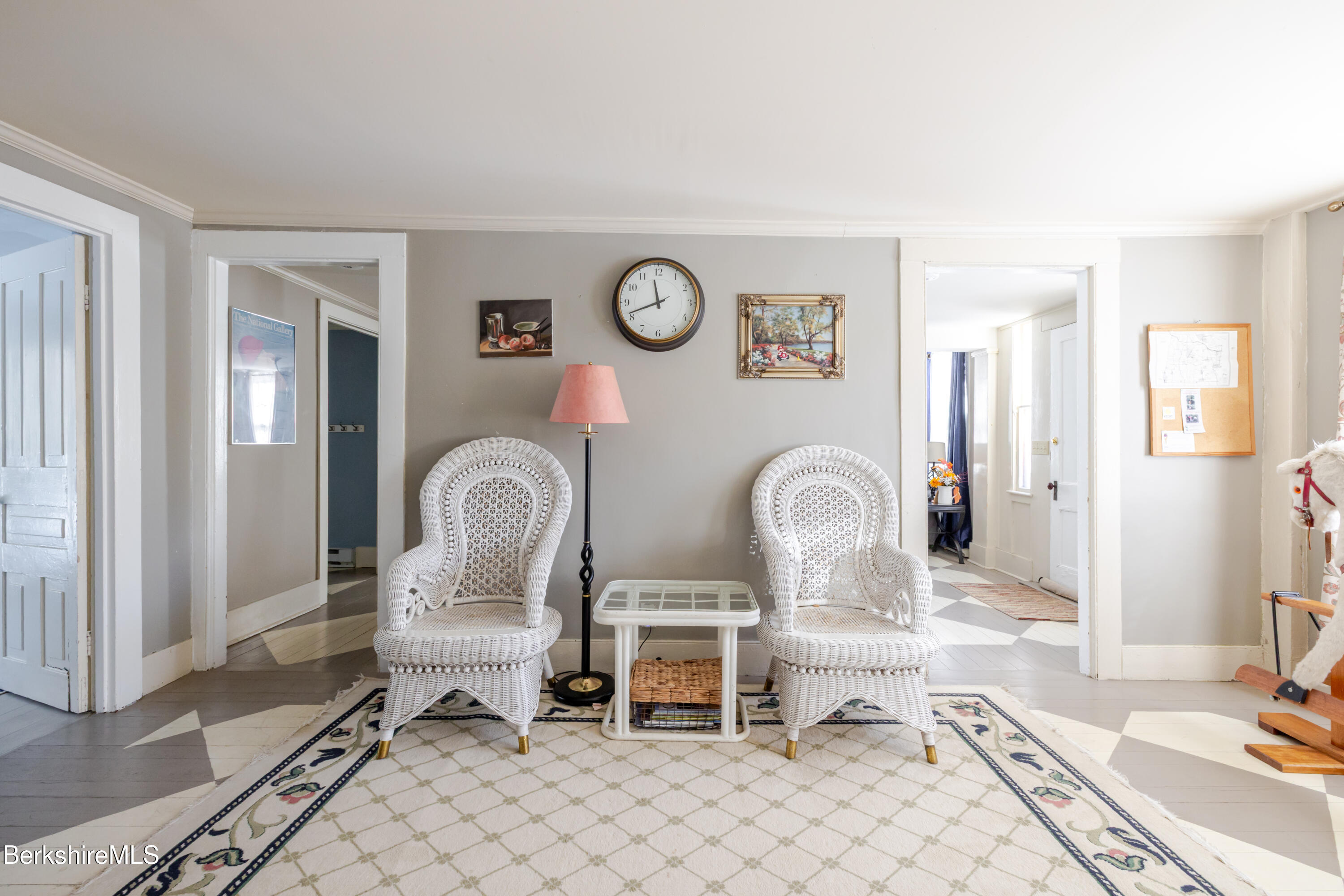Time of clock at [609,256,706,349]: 11:41
